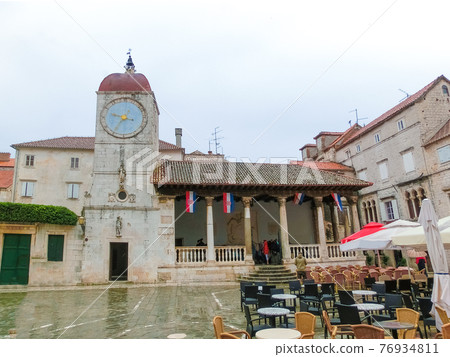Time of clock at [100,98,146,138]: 9:35
